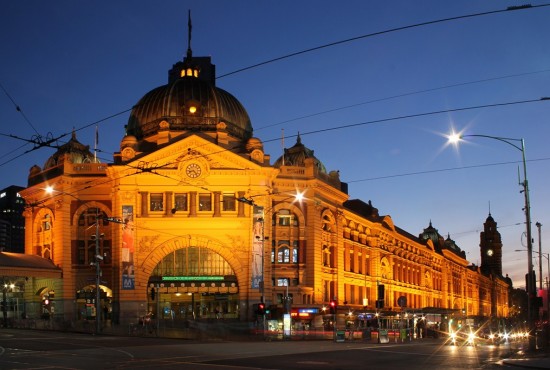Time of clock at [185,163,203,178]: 8:23
